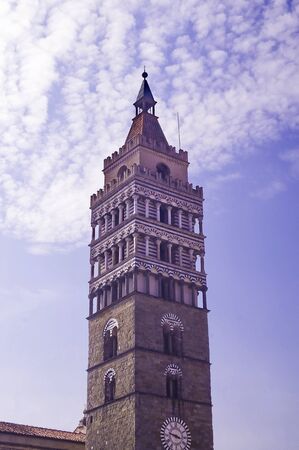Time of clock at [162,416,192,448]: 3:47
